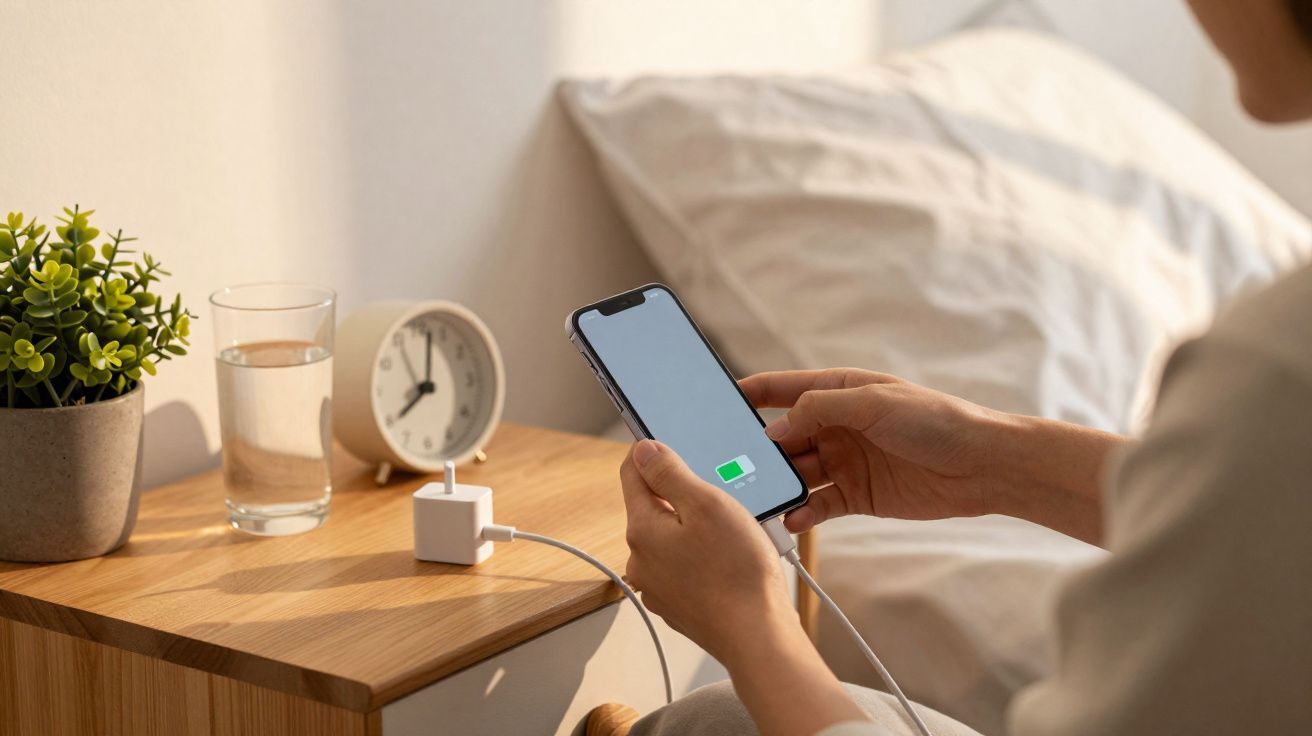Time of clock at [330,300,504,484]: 8:01
